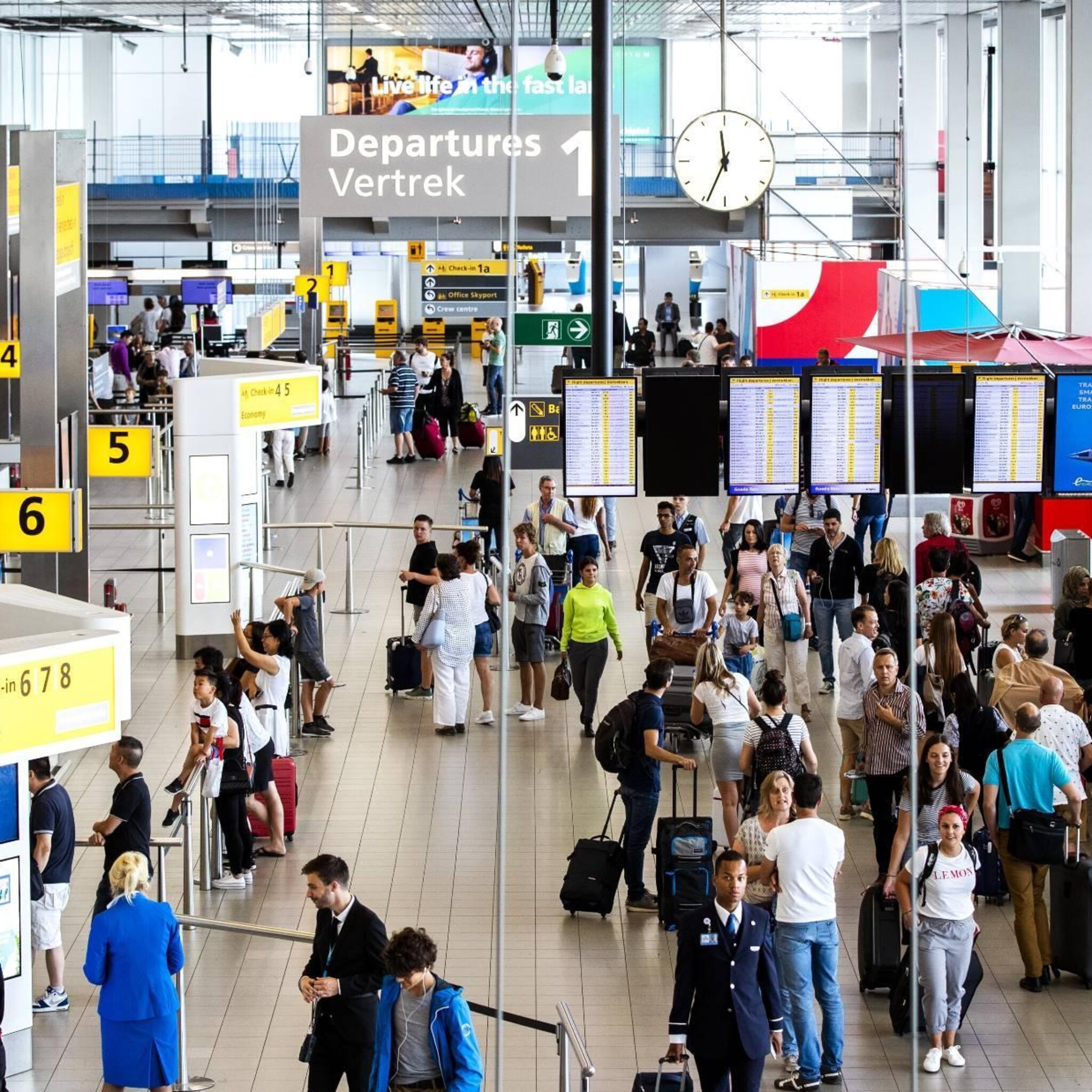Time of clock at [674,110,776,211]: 11:34
